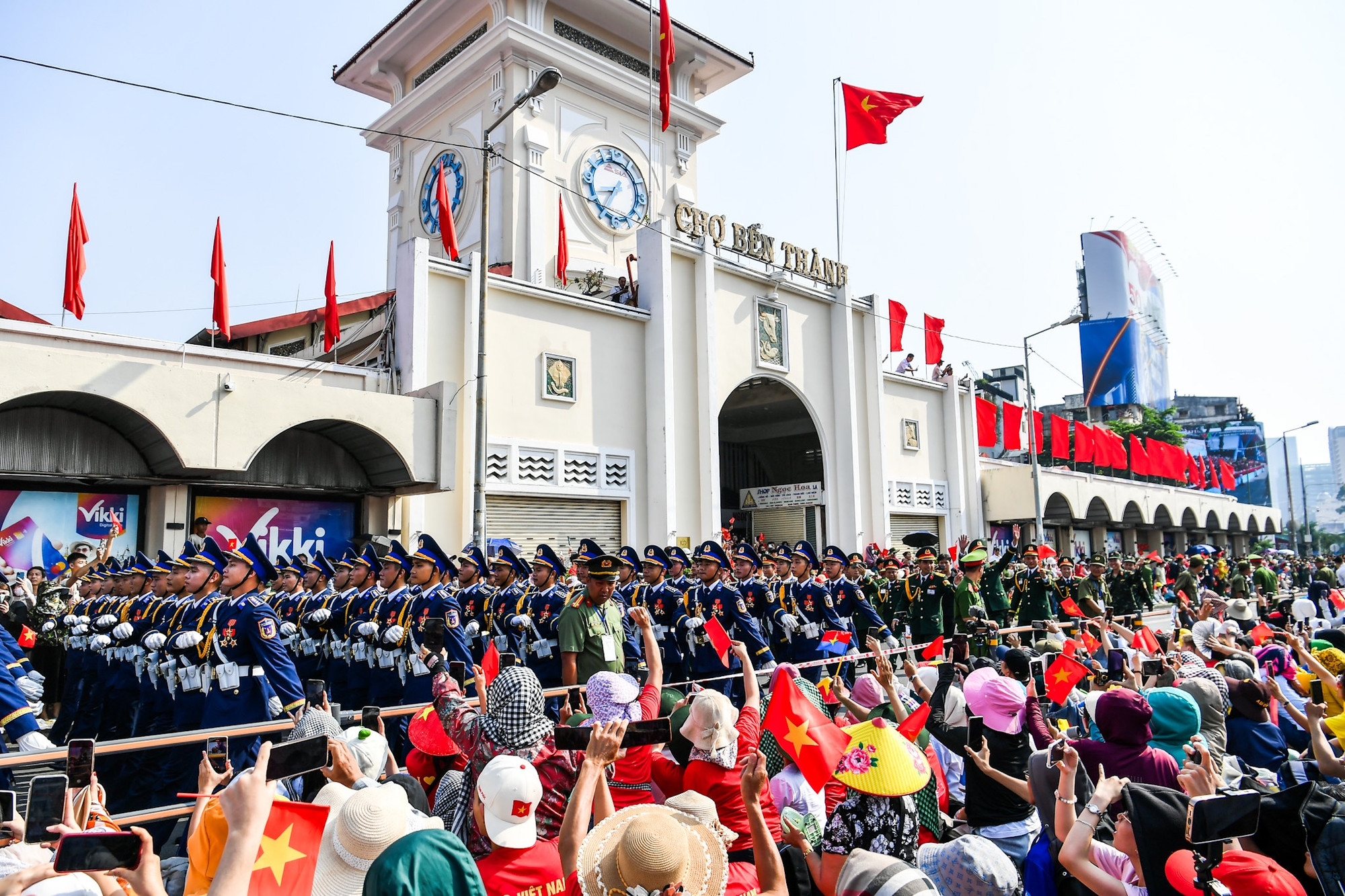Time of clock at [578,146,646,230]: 8:35
